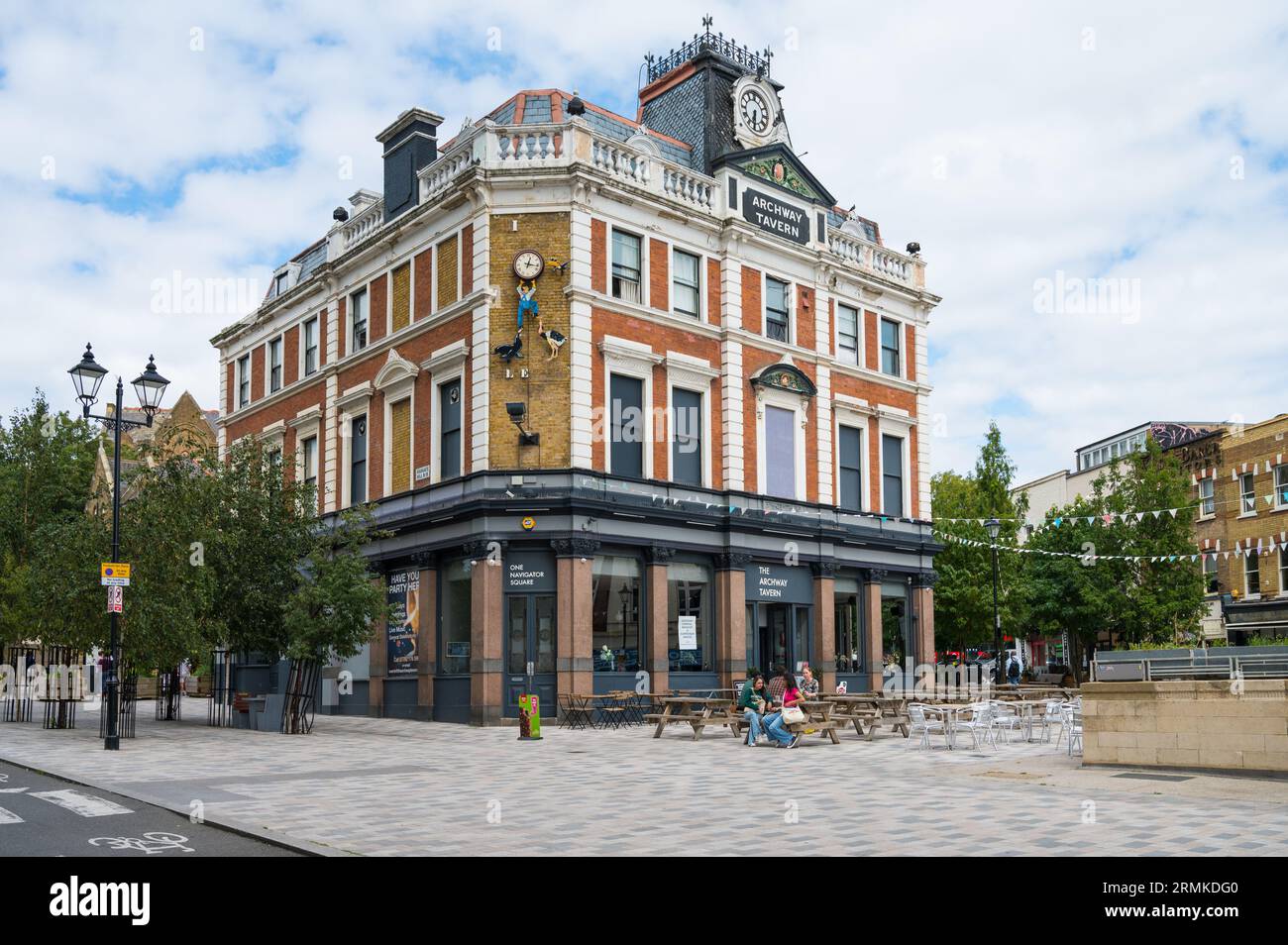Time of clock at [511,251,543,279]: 12:16
